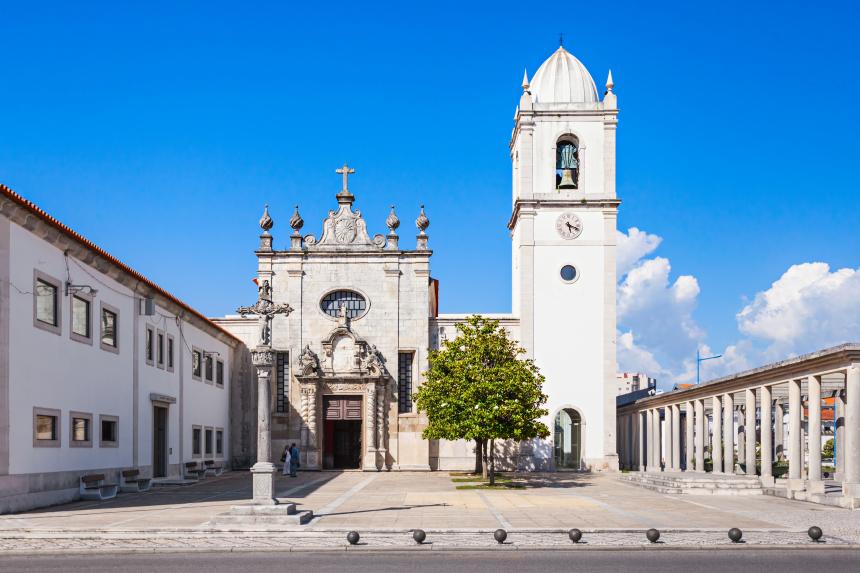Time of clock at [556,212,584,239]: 5:18
